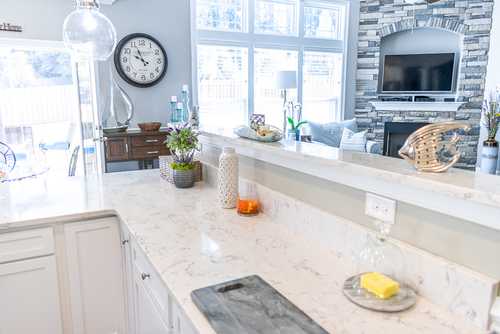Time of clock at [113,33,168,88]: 9:56
